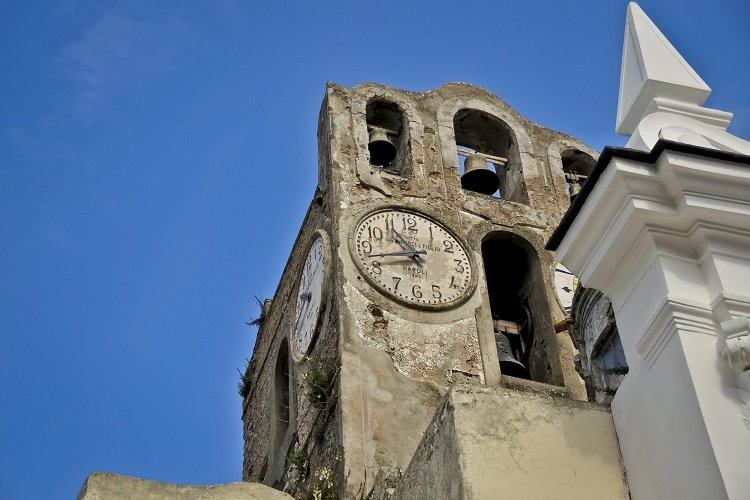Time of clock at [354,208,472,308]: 10:42
